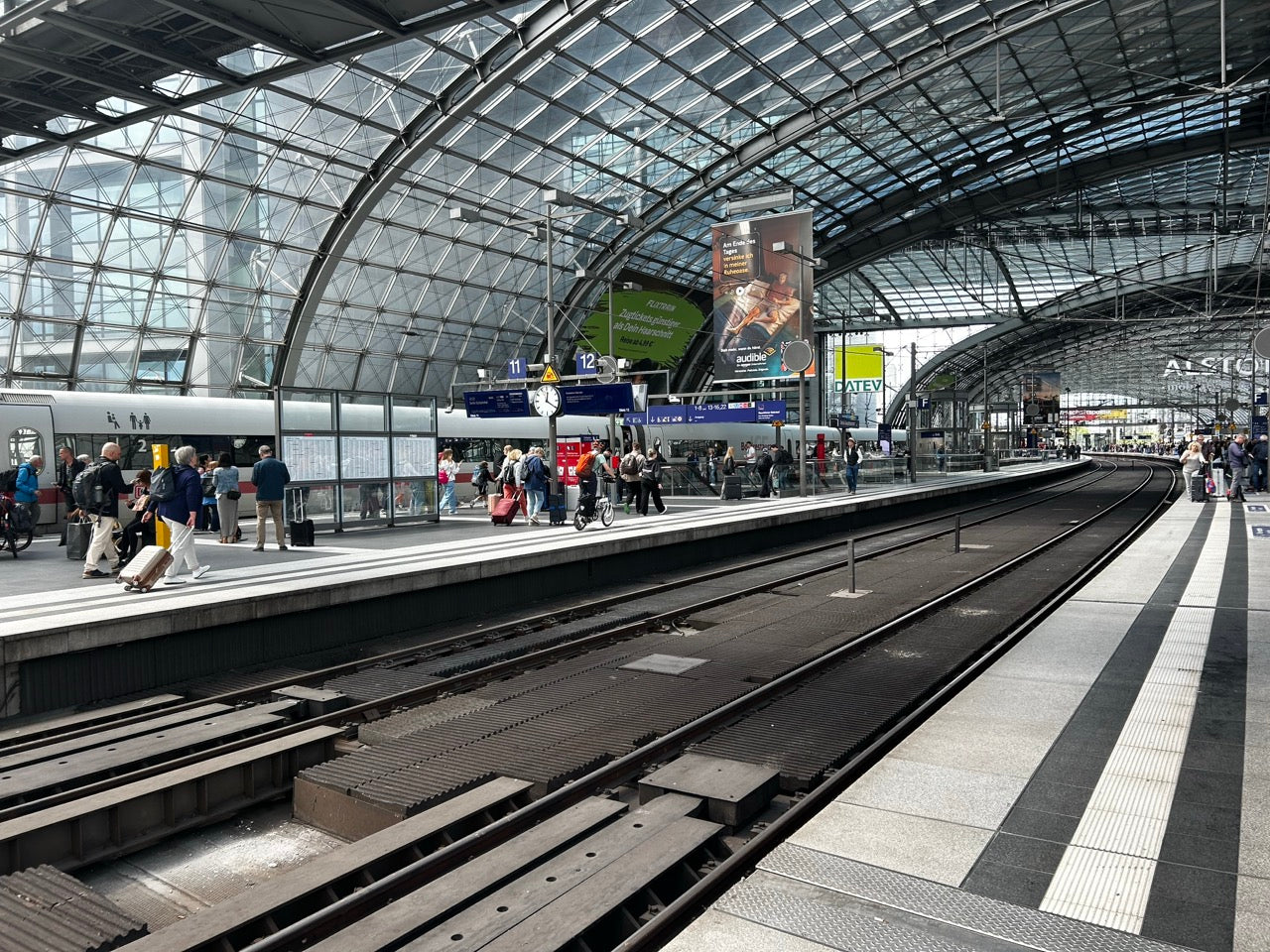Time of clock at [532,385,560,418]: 12:20
